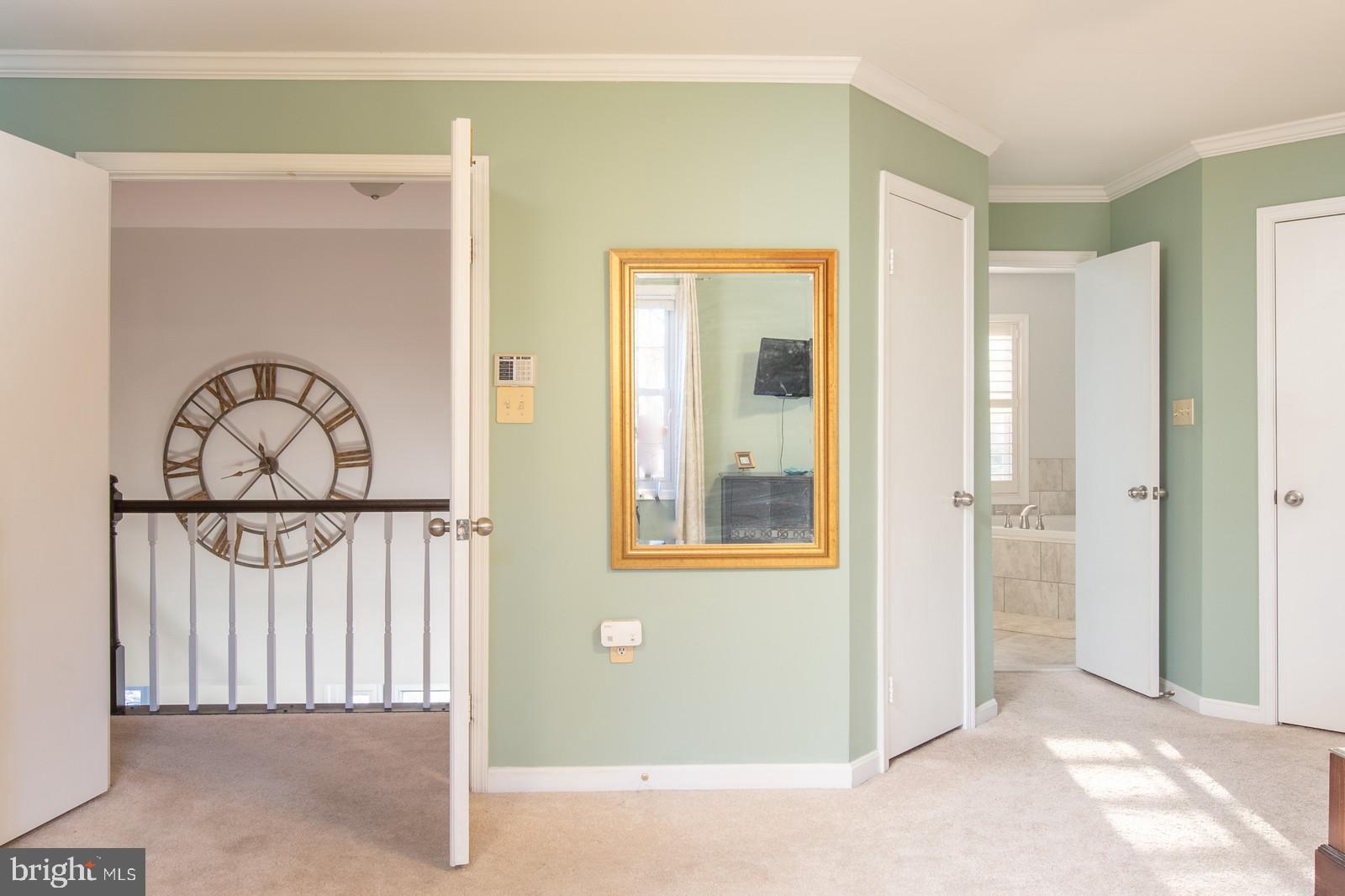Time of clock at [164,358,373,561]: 7:07
